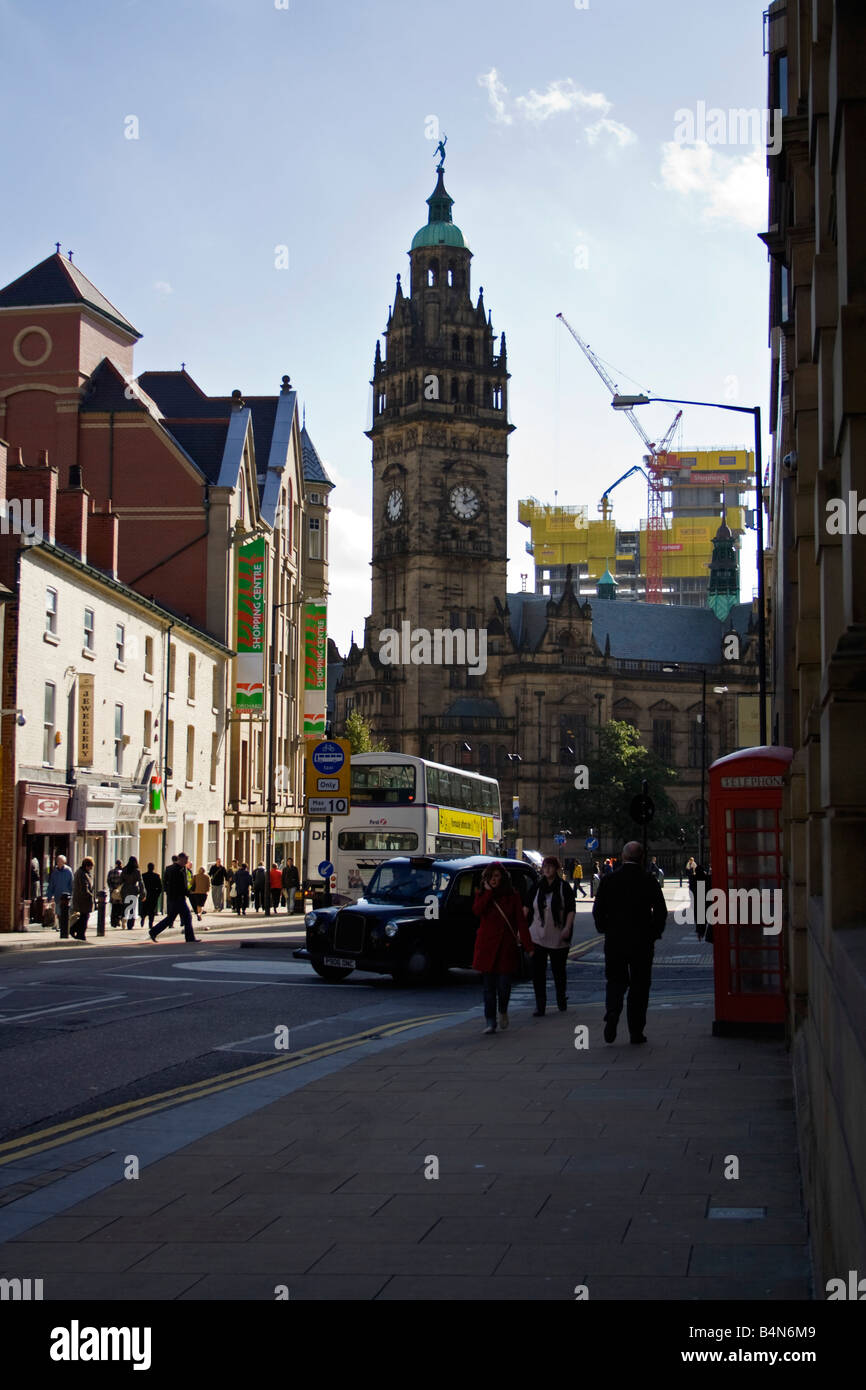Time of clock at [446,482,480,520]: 12:11
